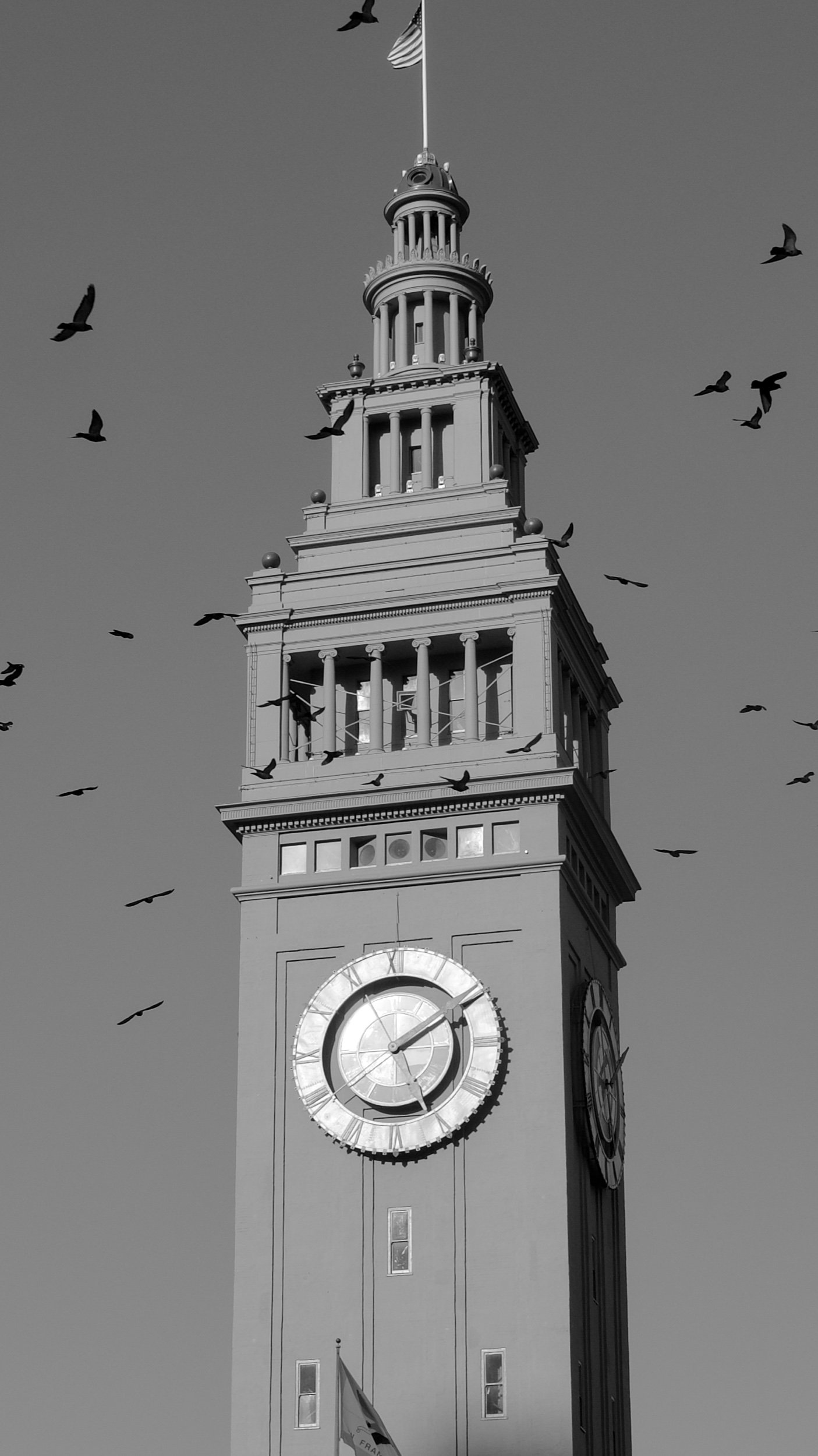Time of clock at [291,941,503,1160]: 2:09
